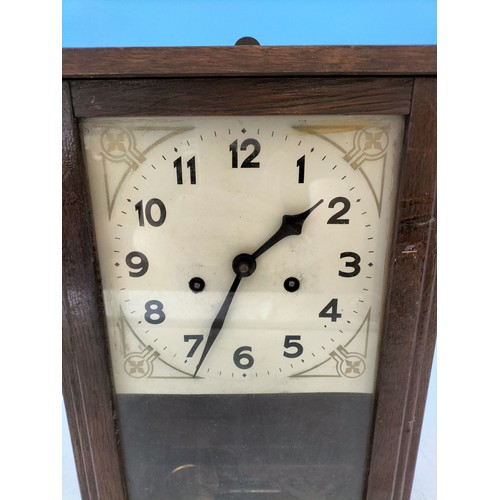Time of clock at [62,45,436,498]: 1:34
